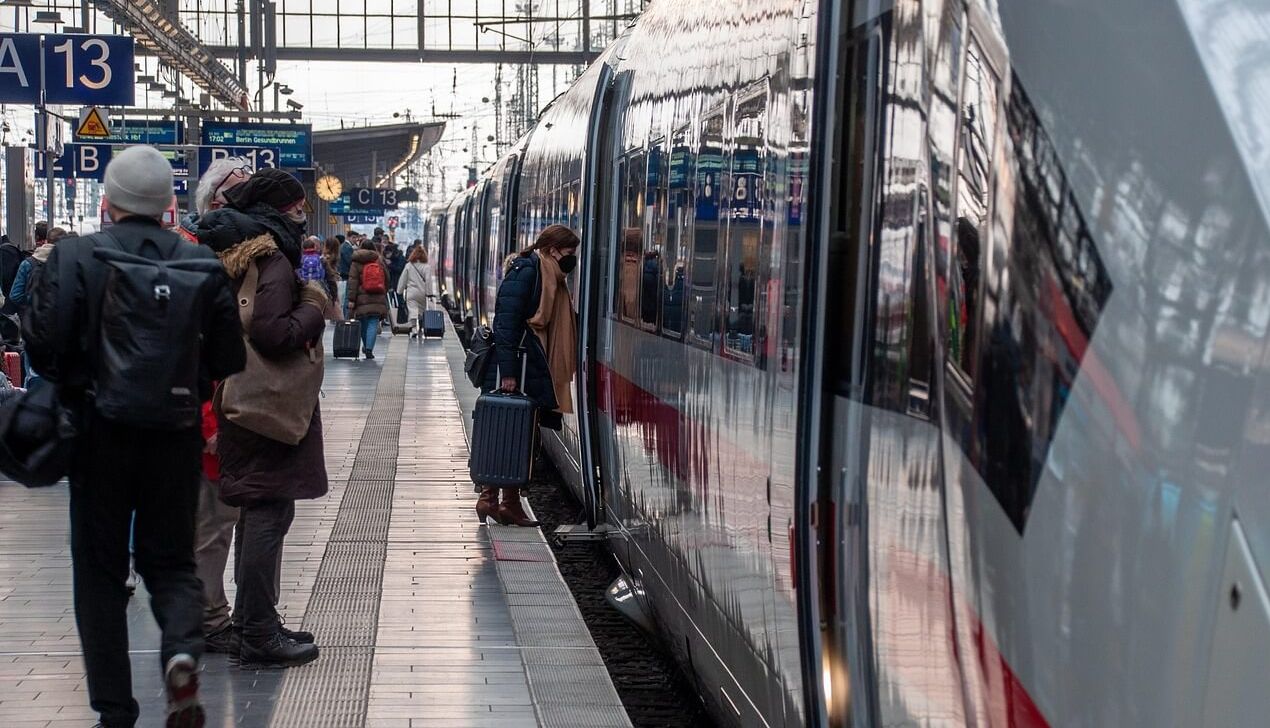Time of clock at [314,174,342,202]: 4:57
